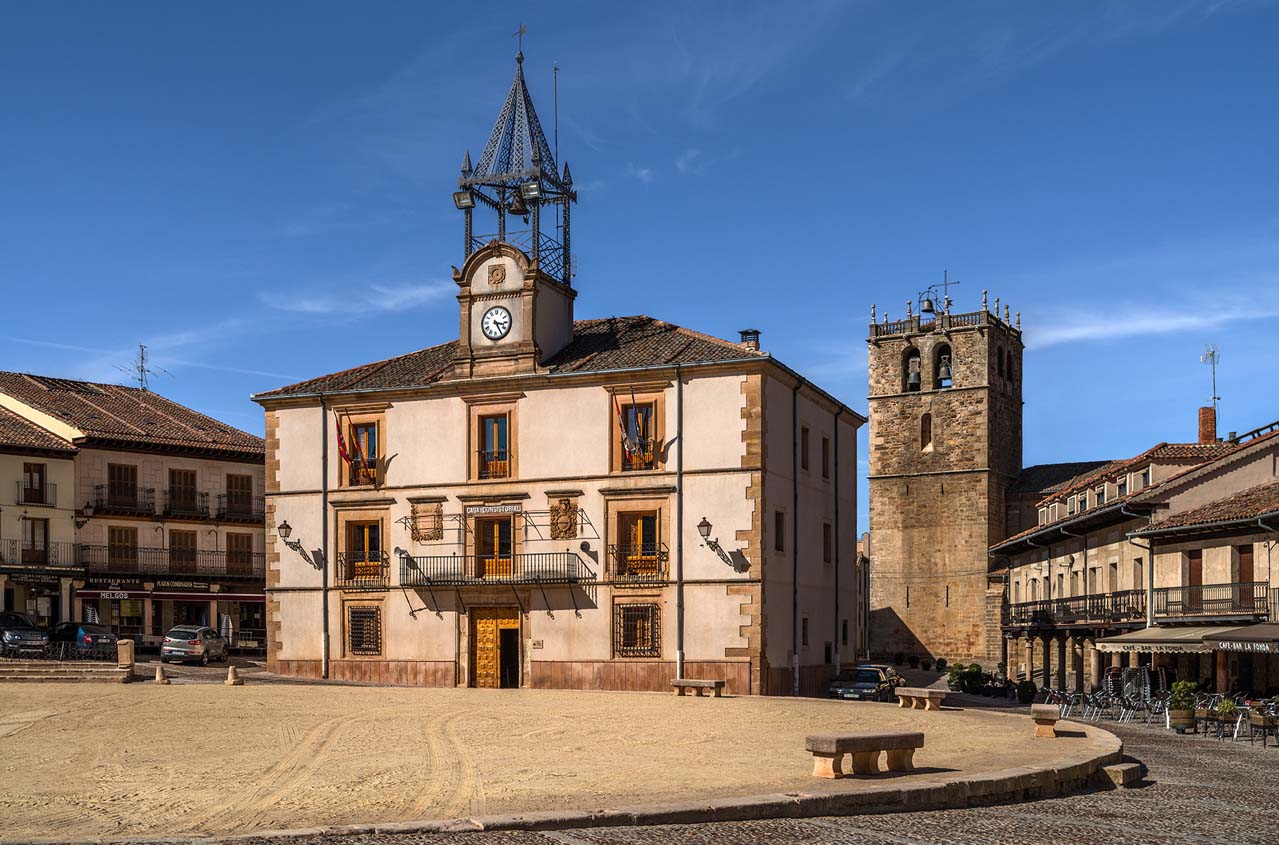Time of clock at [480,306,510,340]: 3:24
